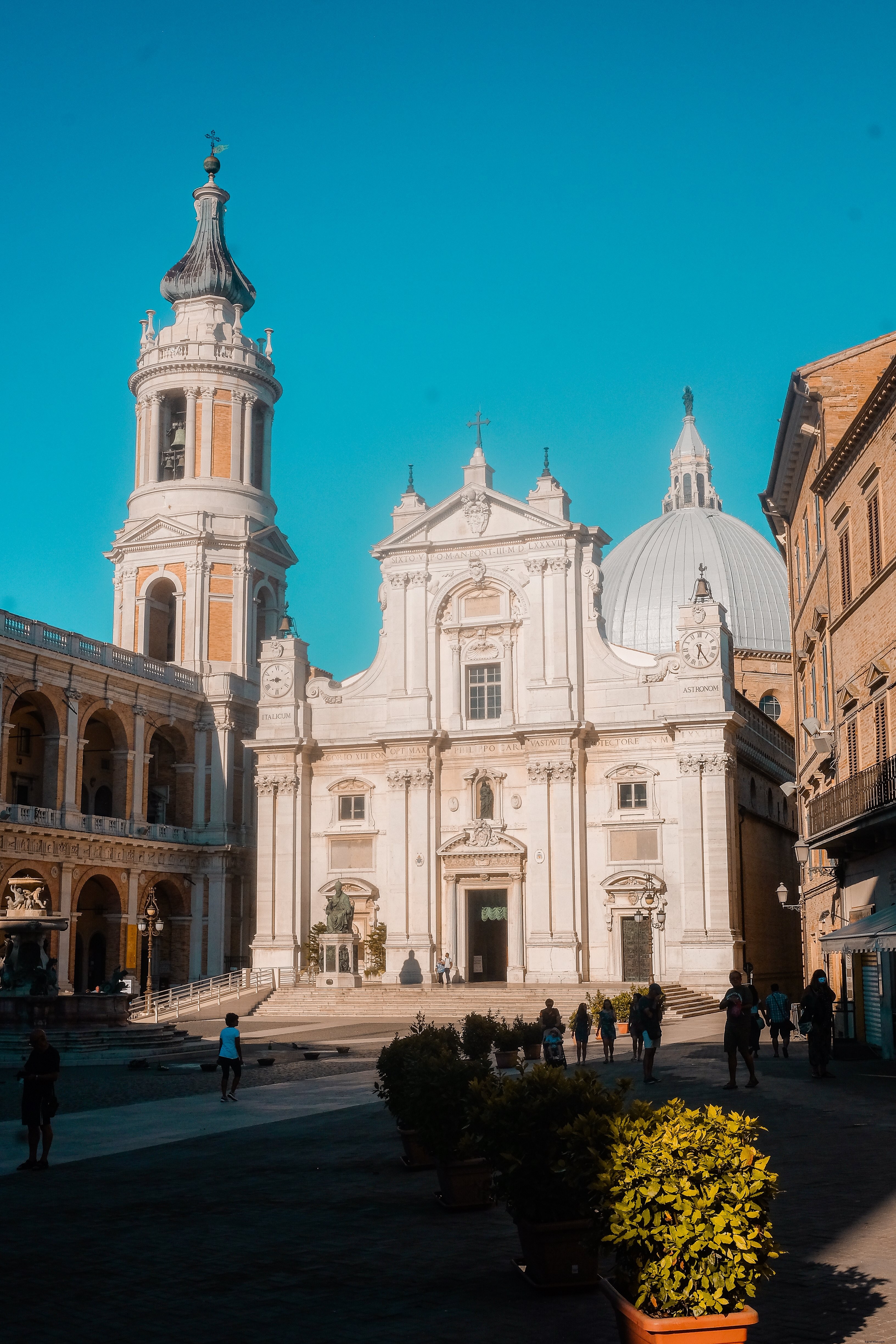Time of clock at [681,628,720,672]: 6:25
